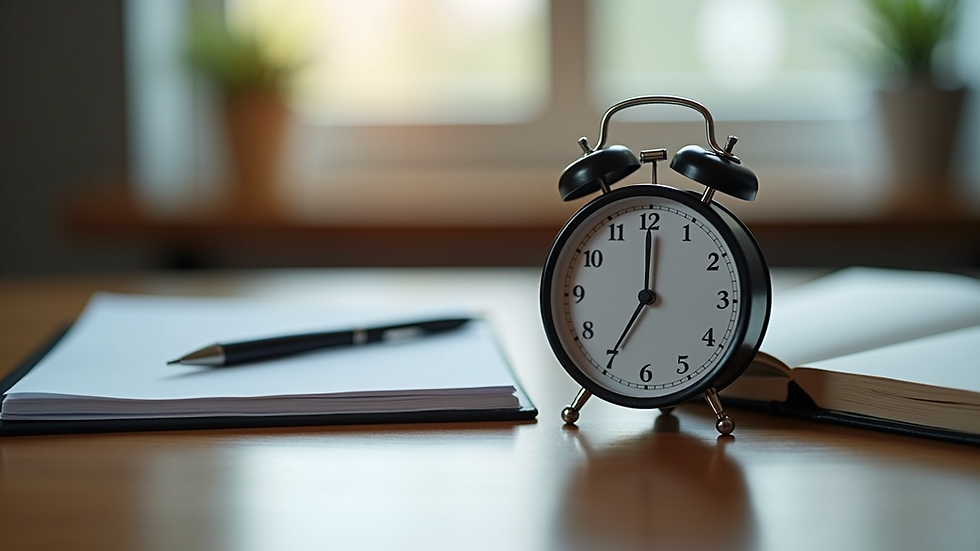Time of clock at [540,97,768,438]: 7:00
